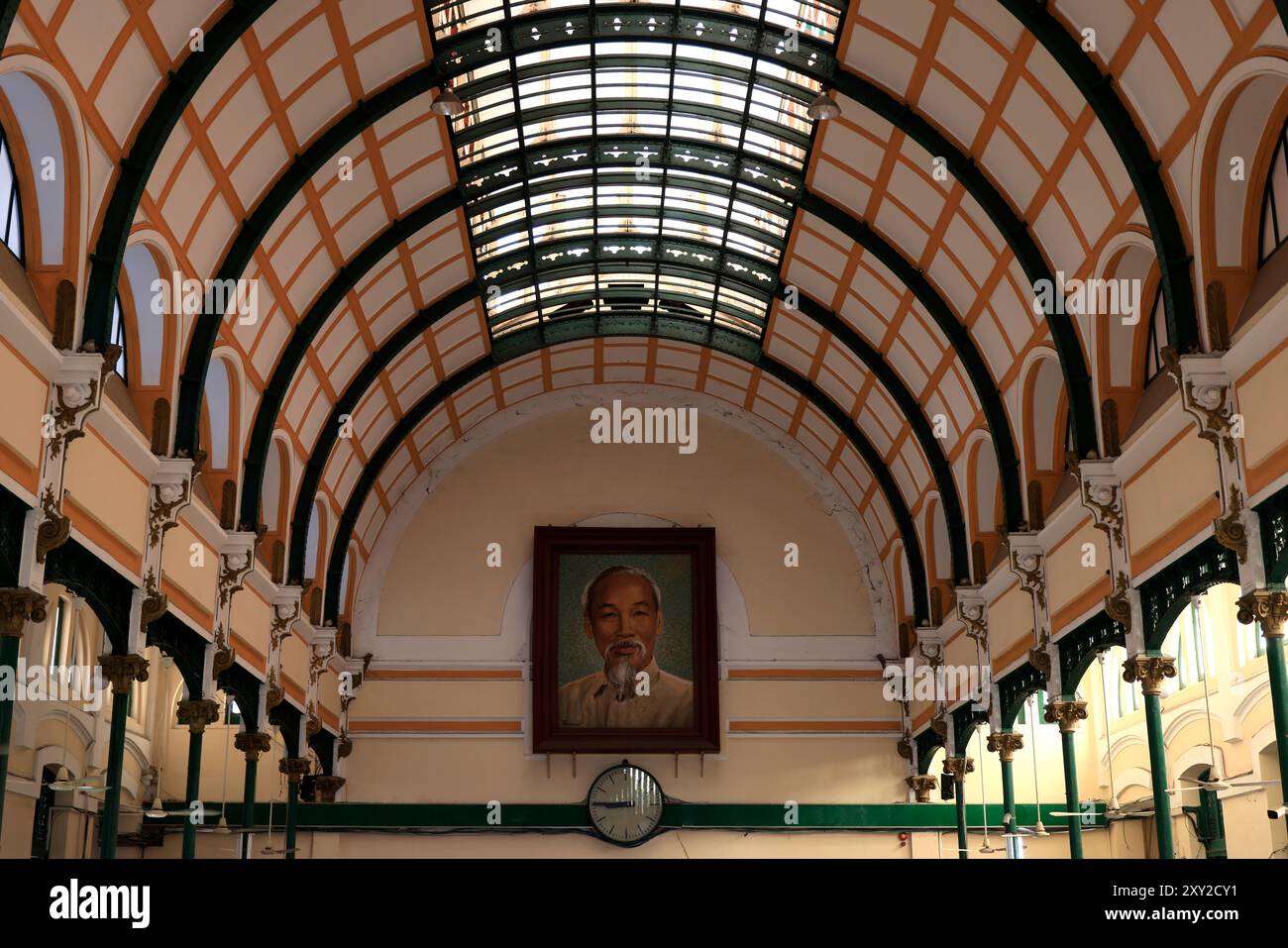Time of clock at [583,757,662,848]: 8:45
